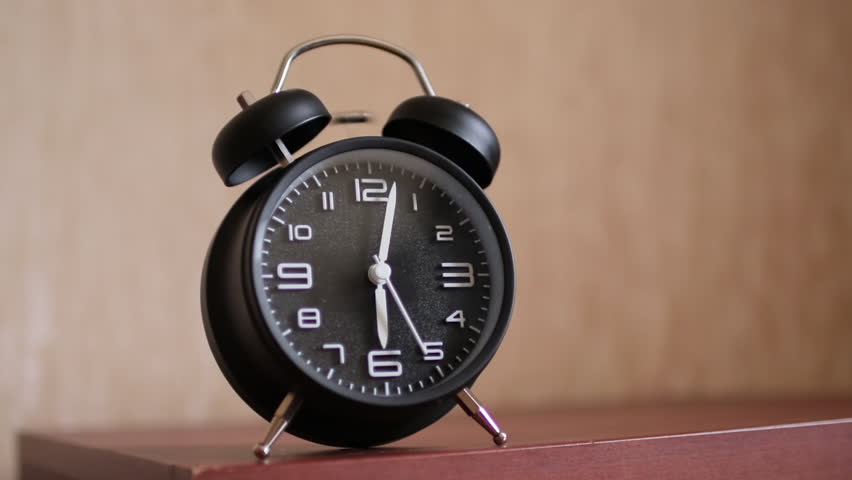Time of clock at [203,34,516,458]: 6:02
